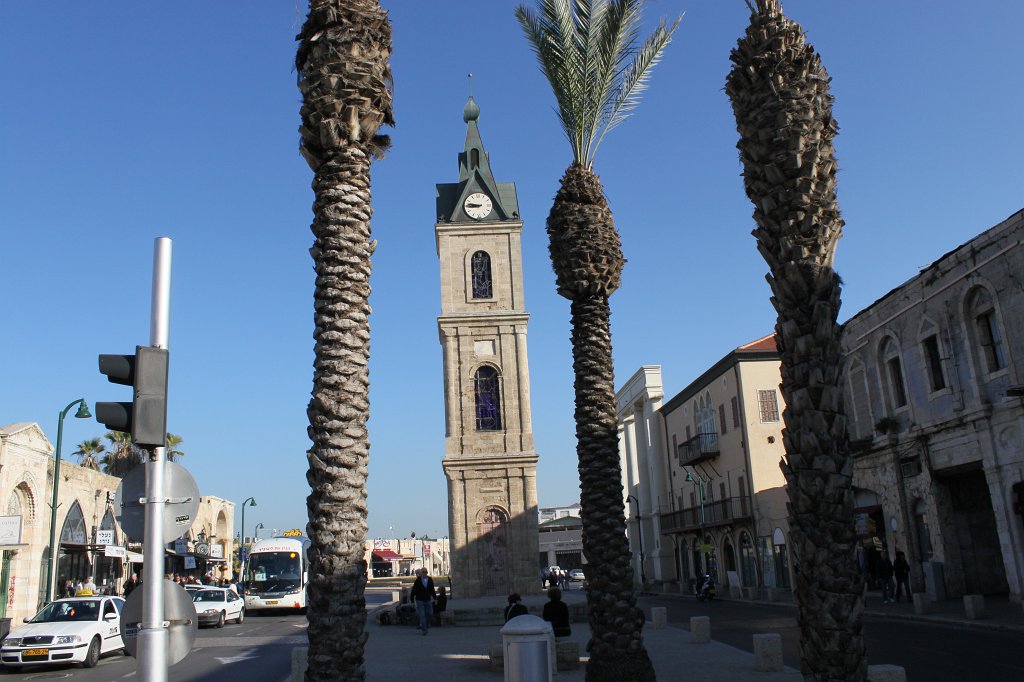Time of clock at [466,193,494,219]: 8:46
